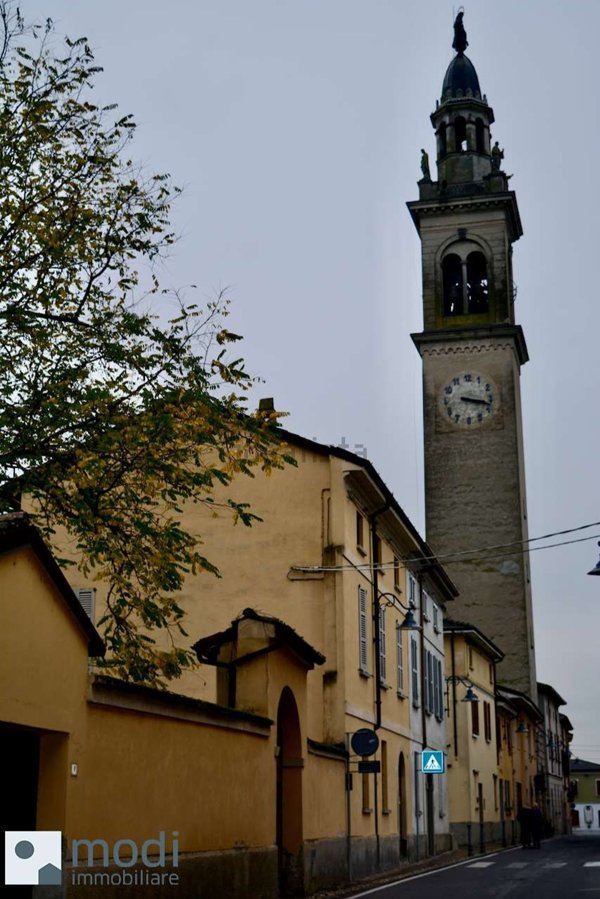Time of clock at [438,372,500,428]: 3:17
